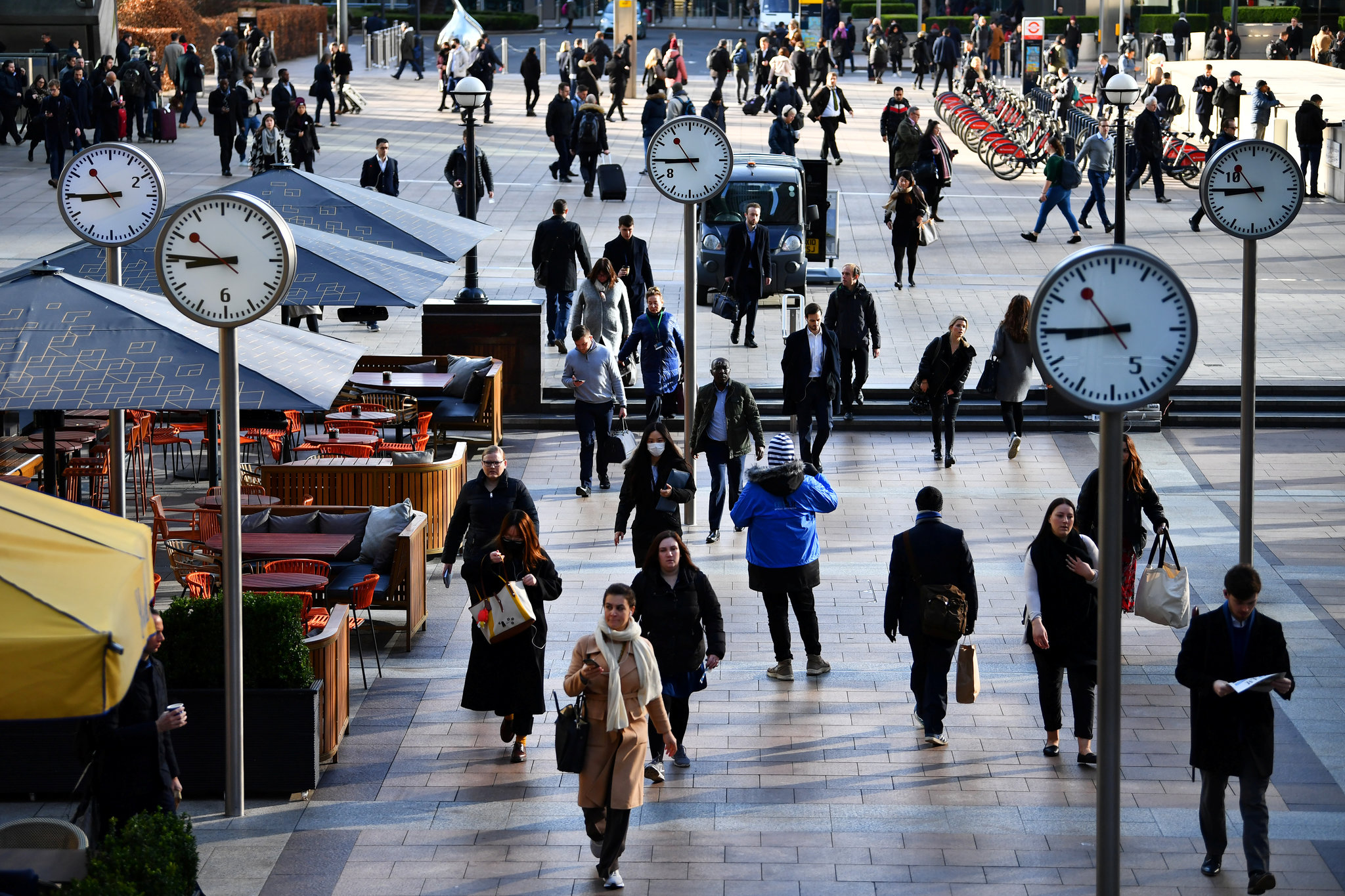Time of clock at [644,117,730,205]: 8:45
